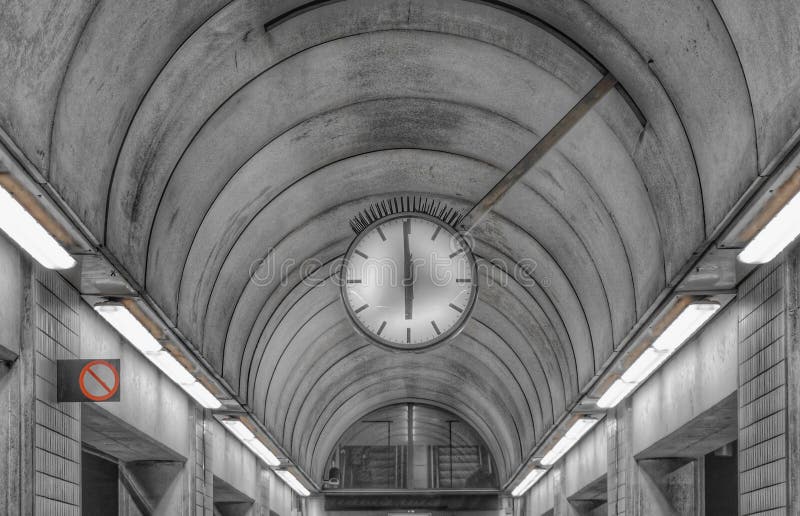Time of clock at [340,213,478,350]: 5:59
